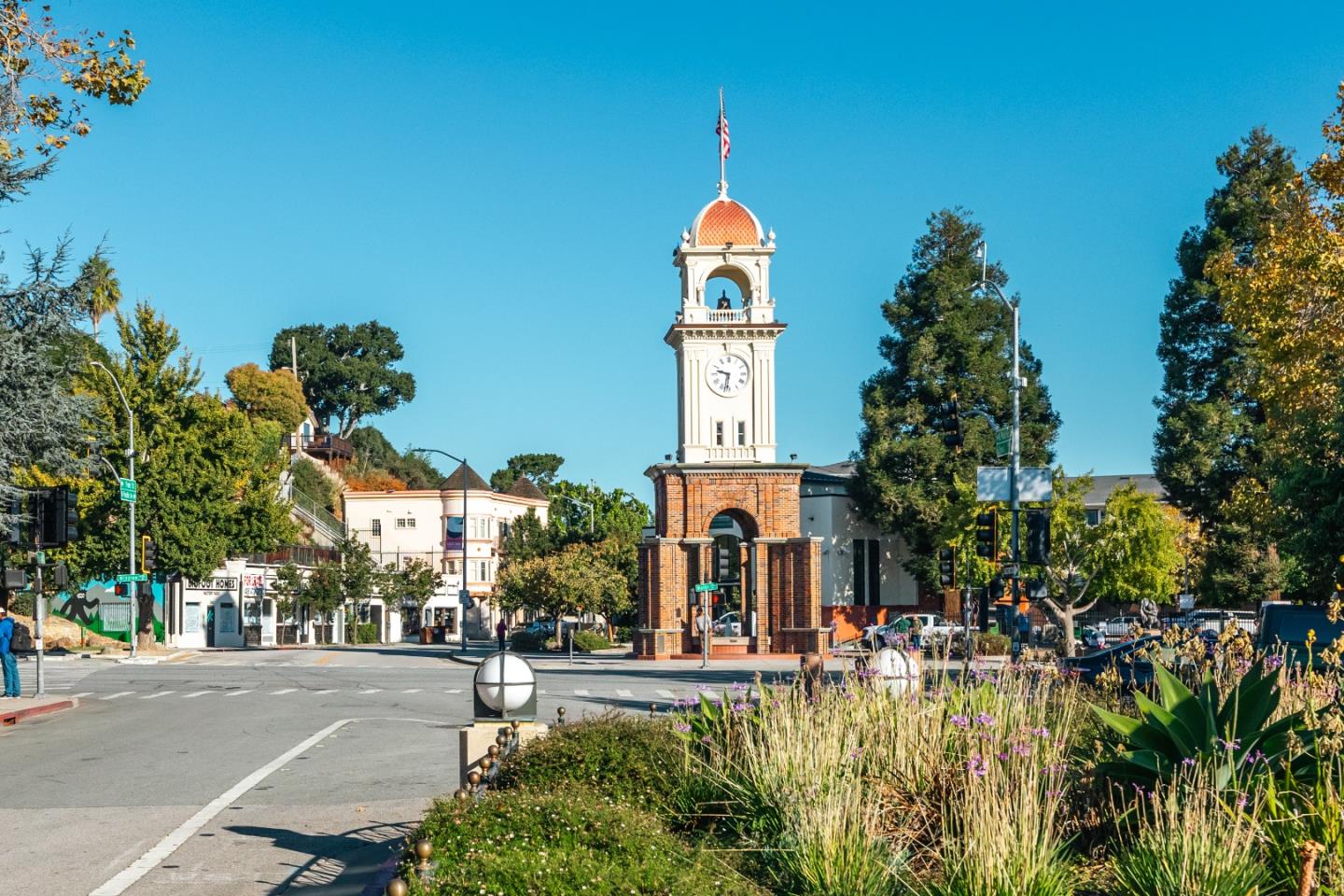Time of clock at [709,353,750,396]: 9:31
